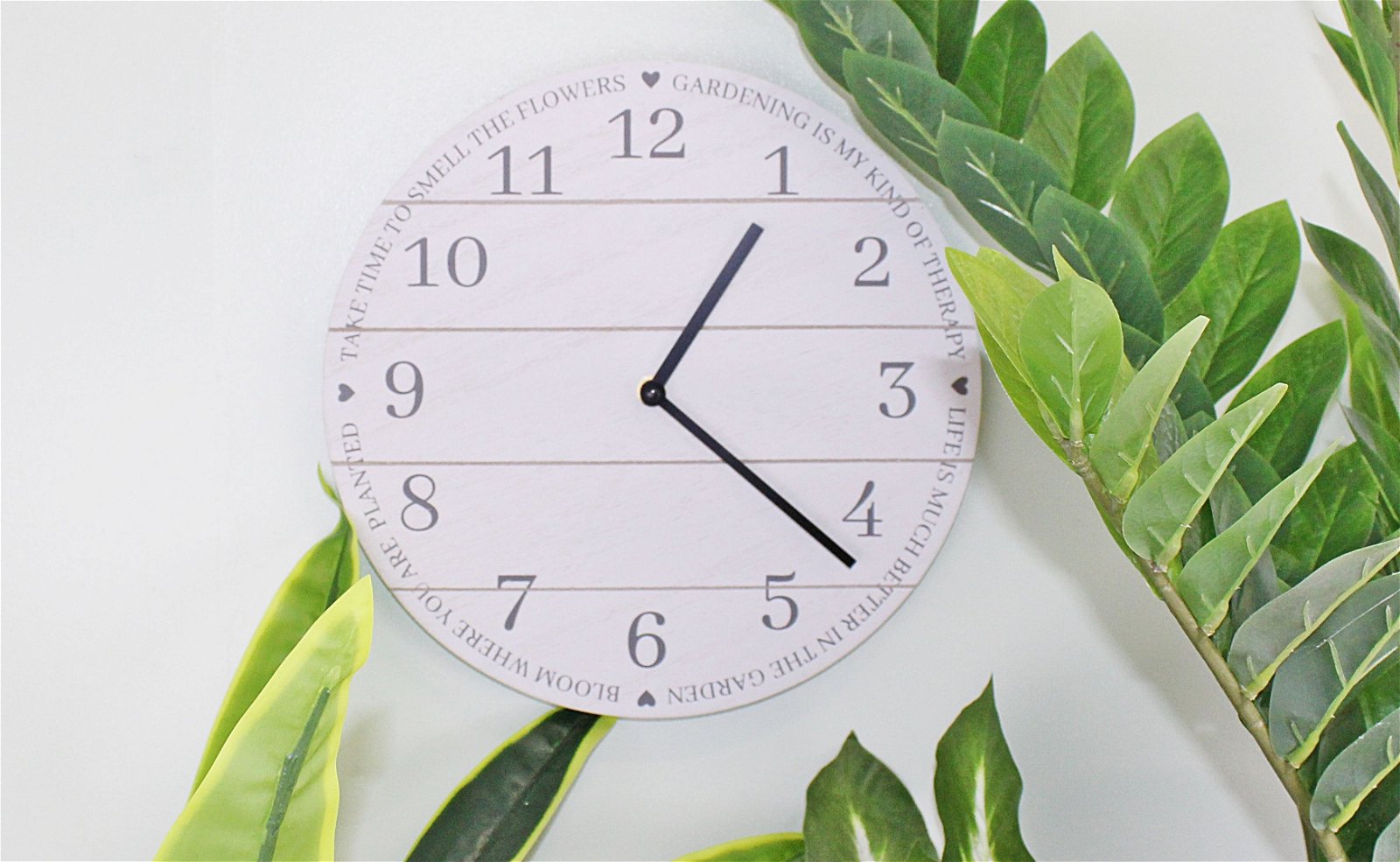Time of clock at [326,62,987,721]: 1:21
